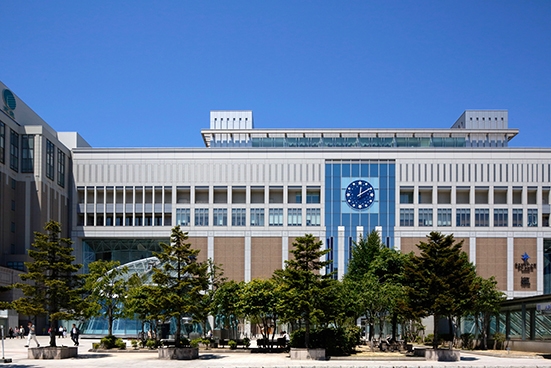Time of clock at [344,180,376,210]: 12:09
